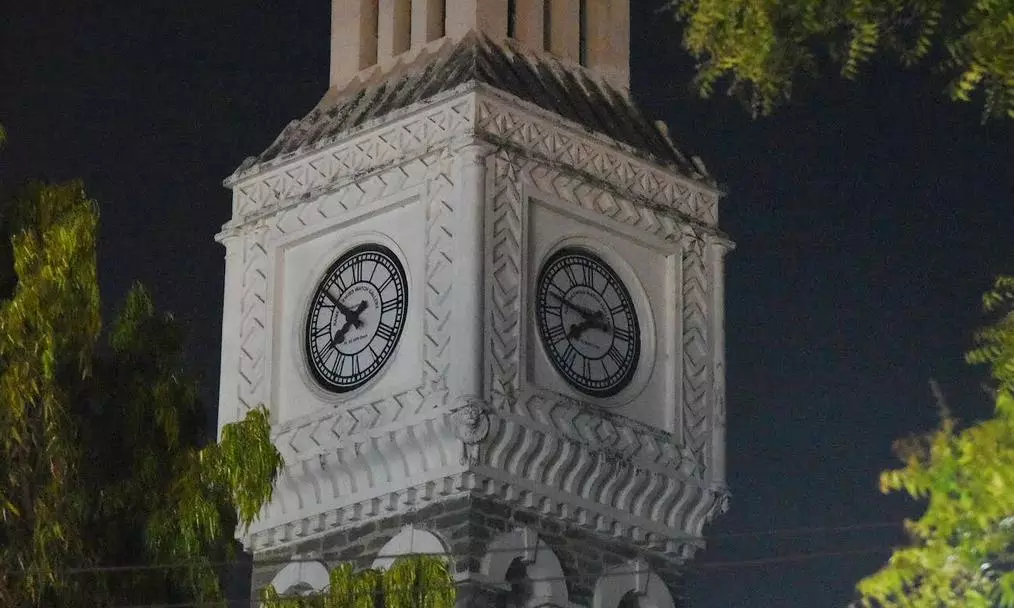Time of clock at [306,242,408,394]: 7:51
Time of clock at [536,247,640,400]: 7:47
